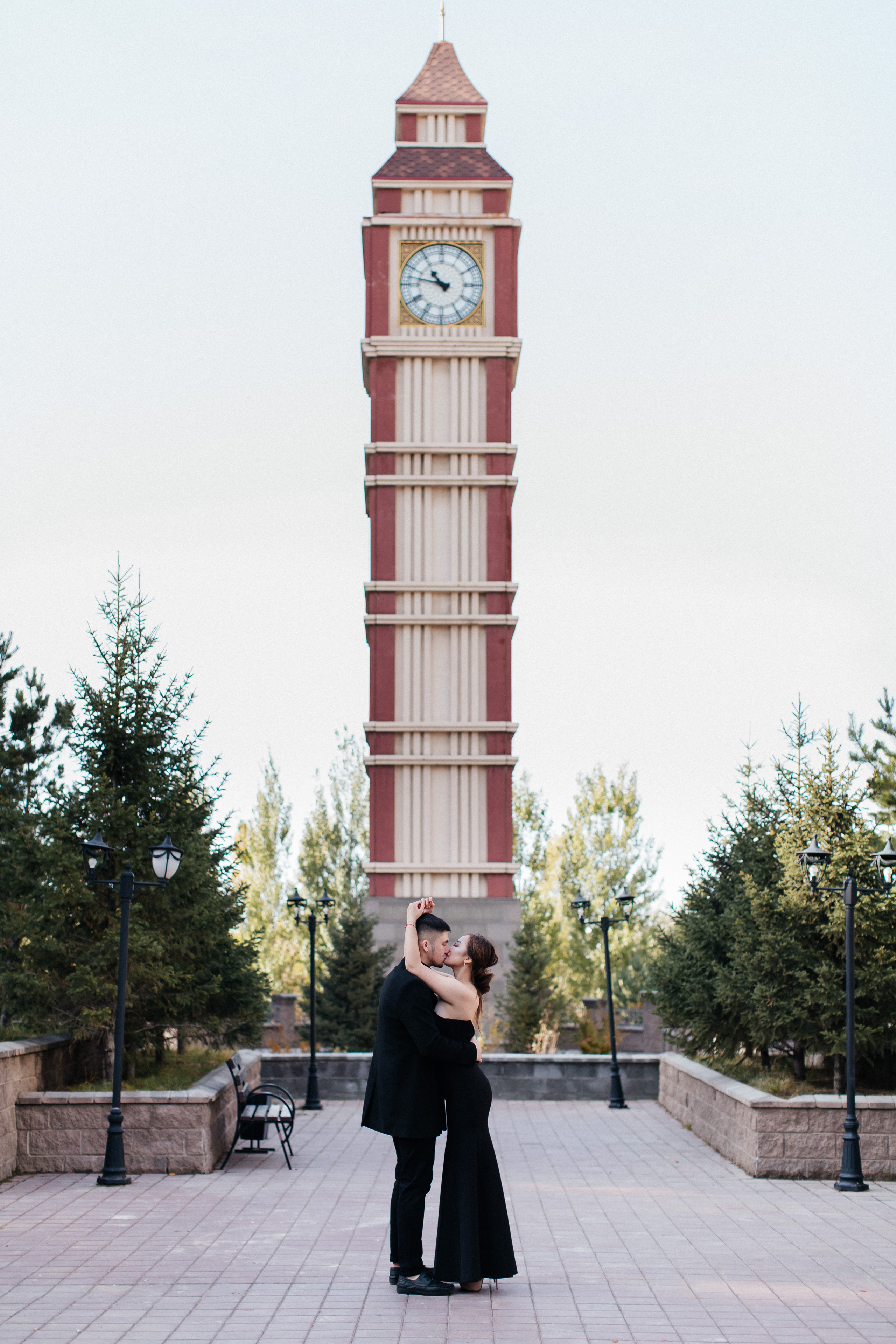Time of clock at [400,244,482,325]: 10:47
